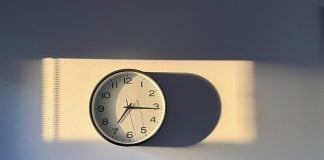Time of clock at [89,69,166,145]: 7:15
